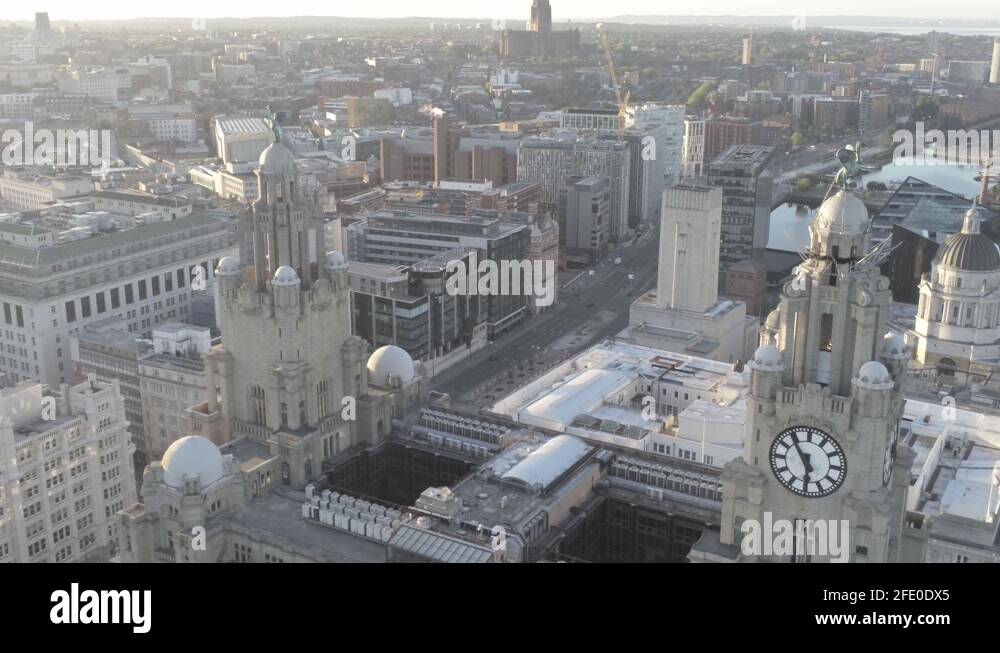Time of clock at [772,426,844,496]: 5:54
